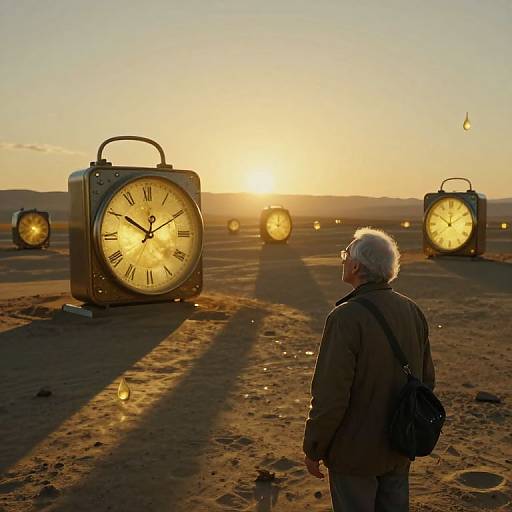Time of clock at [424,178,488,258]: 11:50
